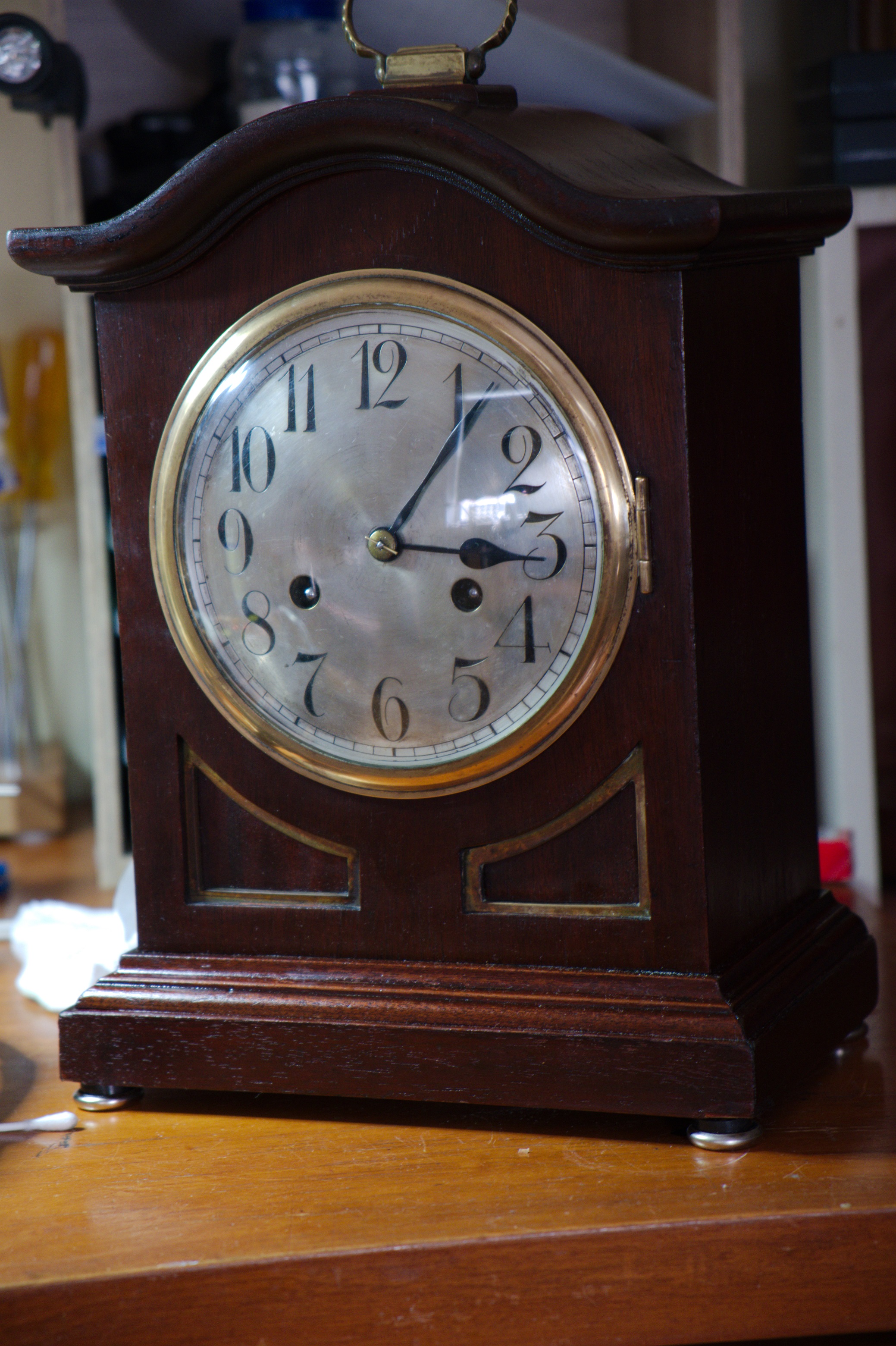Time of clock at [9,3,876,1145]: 3:06
